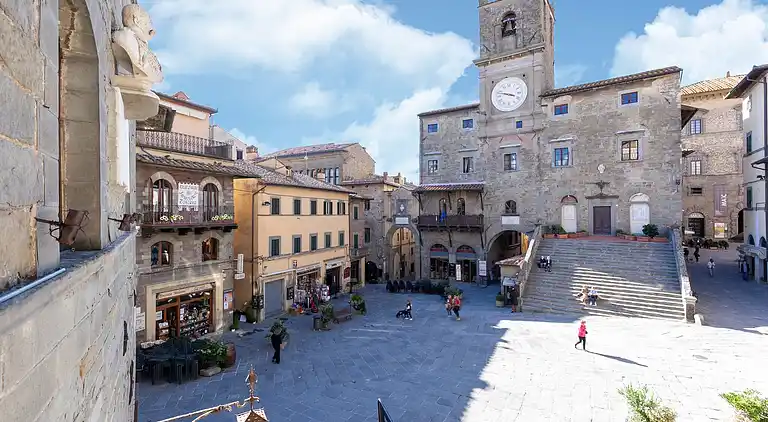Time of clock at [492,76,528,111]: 3:48
